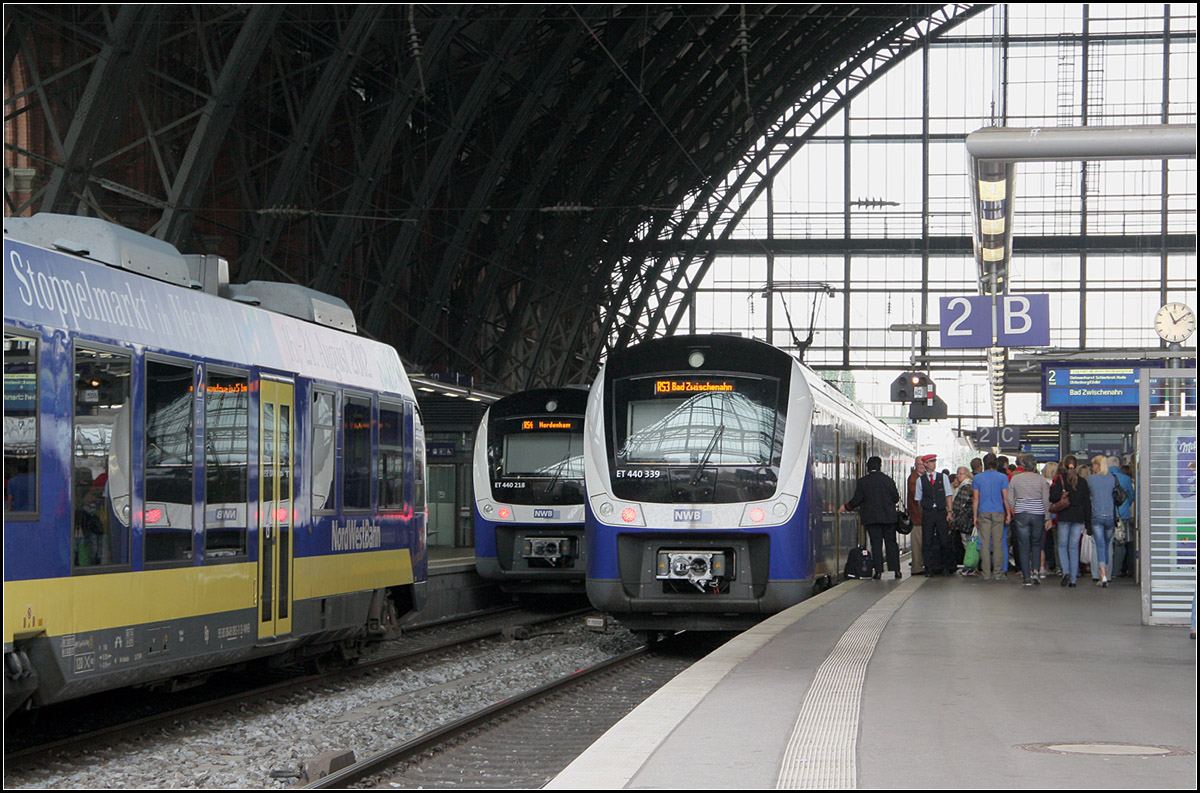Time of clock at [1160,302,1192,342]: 11:09
